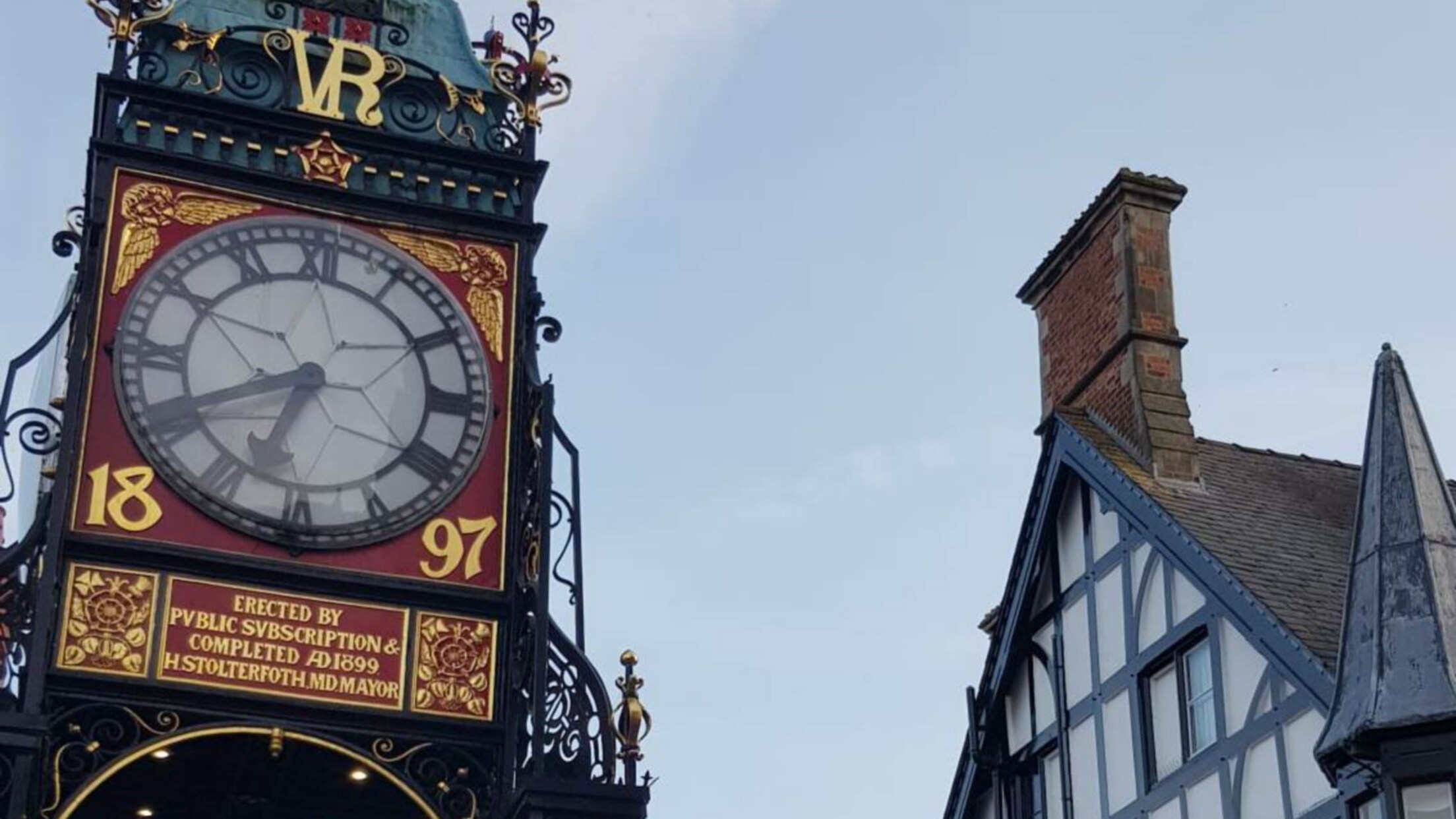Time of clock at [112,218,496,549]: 6:40
